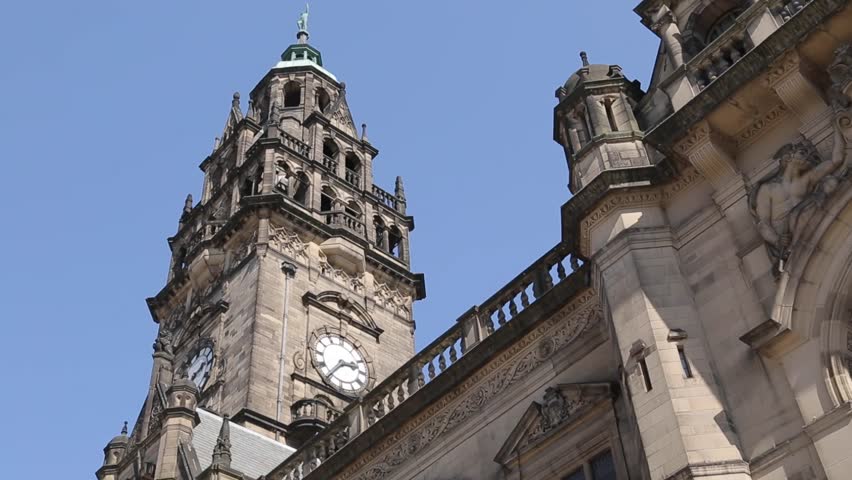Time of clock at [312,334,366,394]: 2:36
